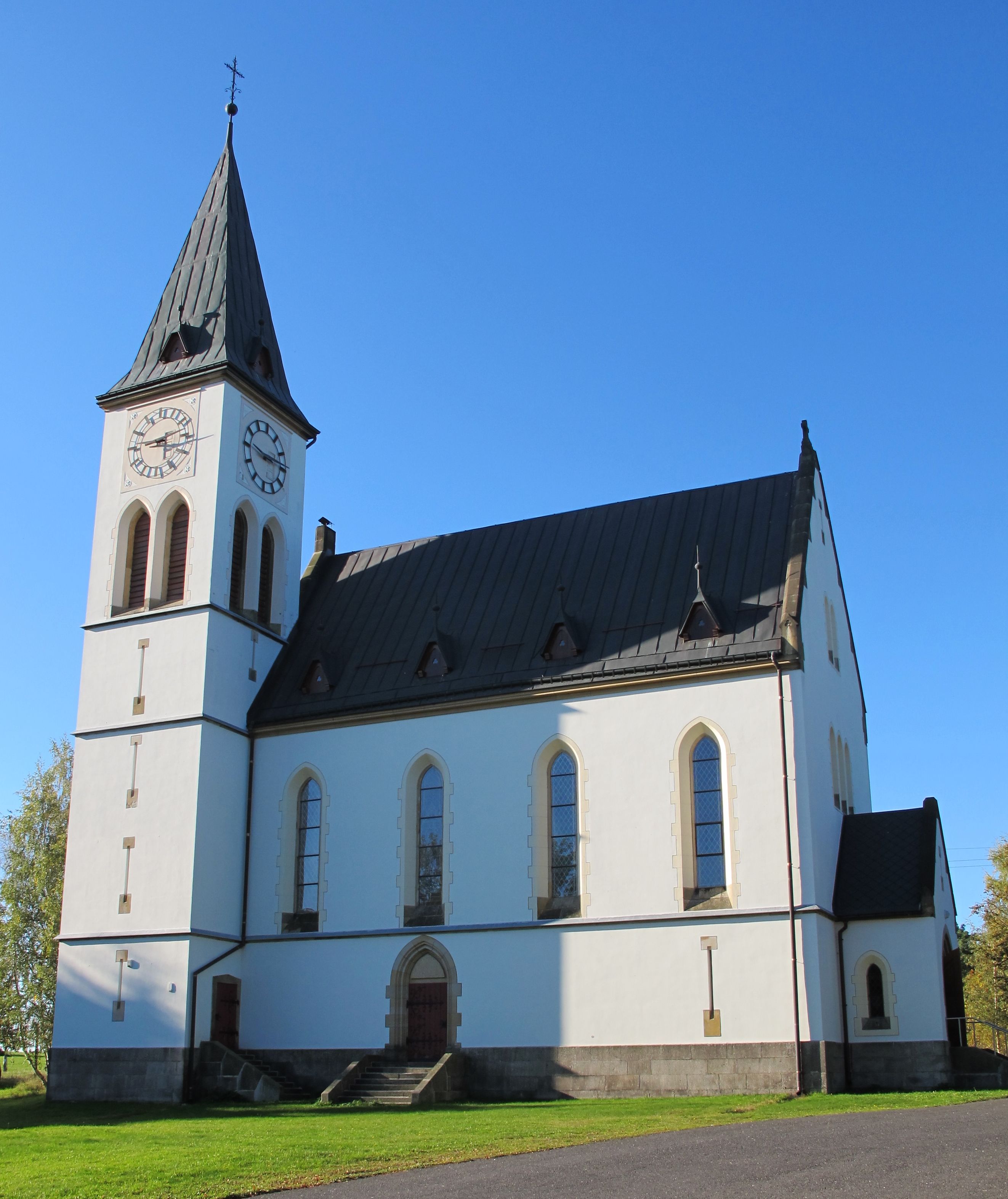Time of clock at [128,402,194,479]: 9:12
